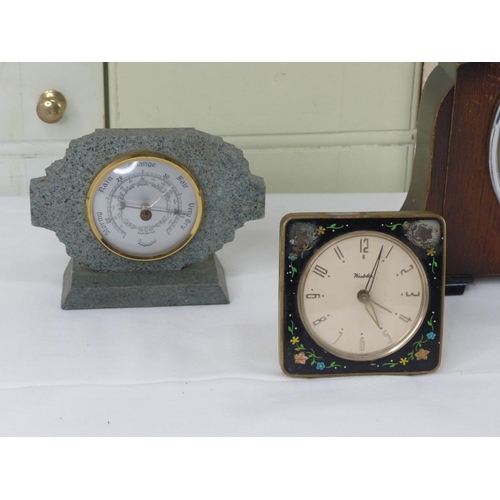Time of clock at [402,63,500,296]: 5:03
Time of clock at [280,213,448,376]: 5:03
